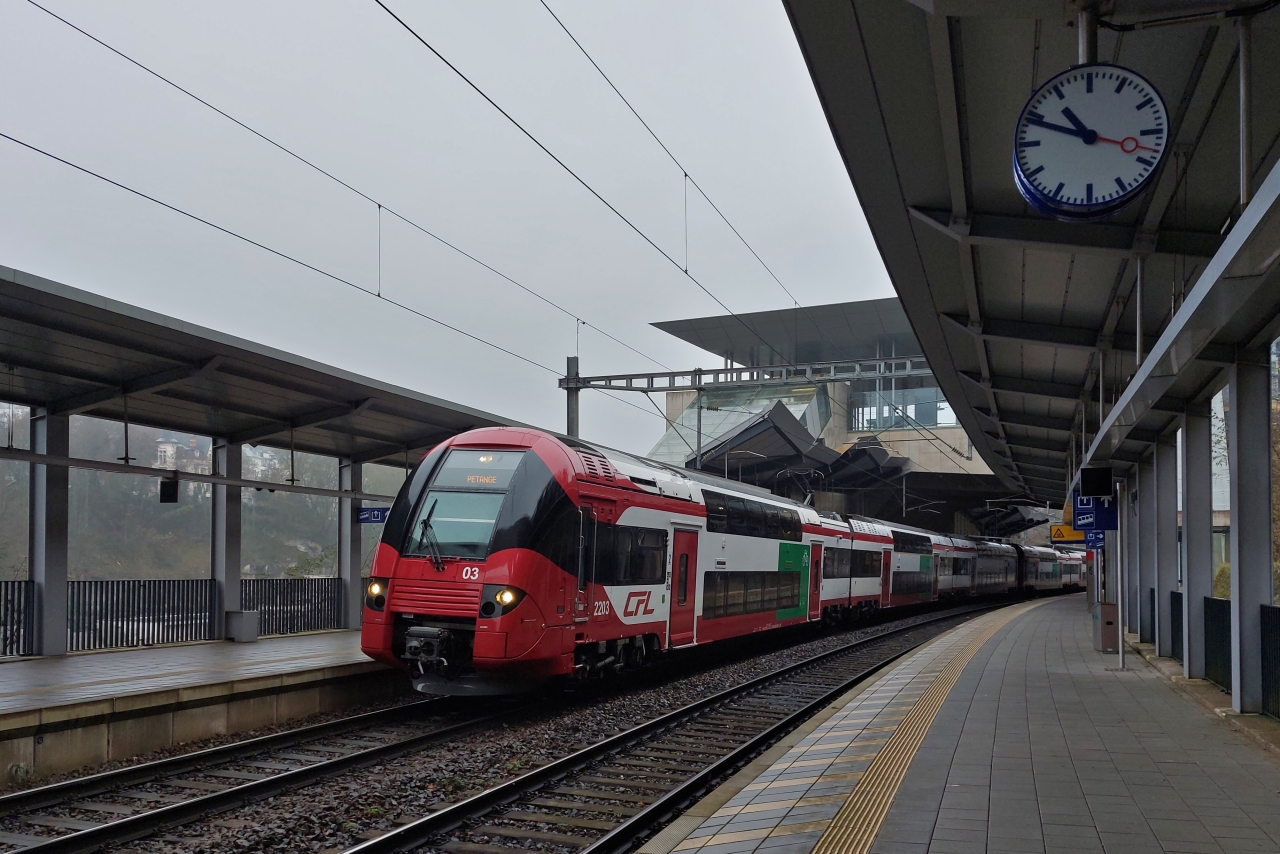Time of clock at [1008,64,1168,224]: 10:48
